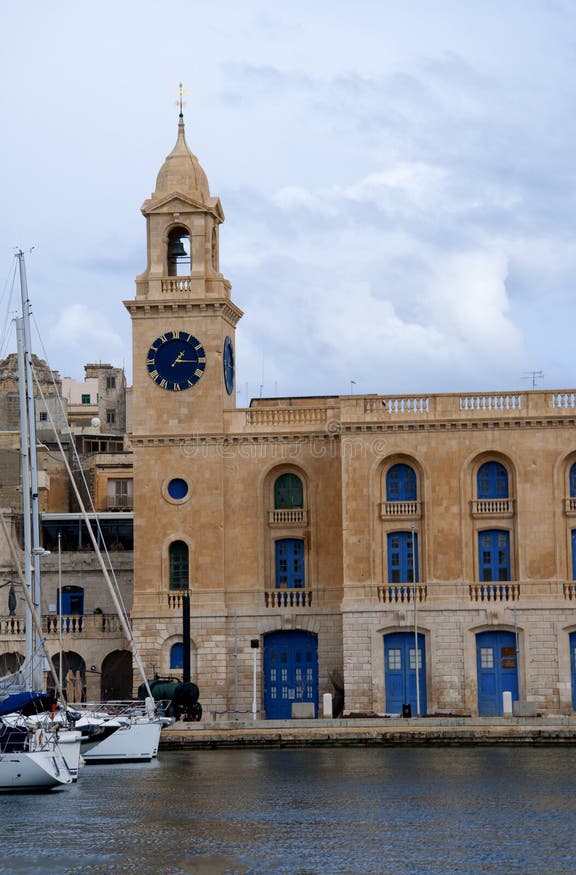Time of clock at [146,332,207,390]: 1:15
